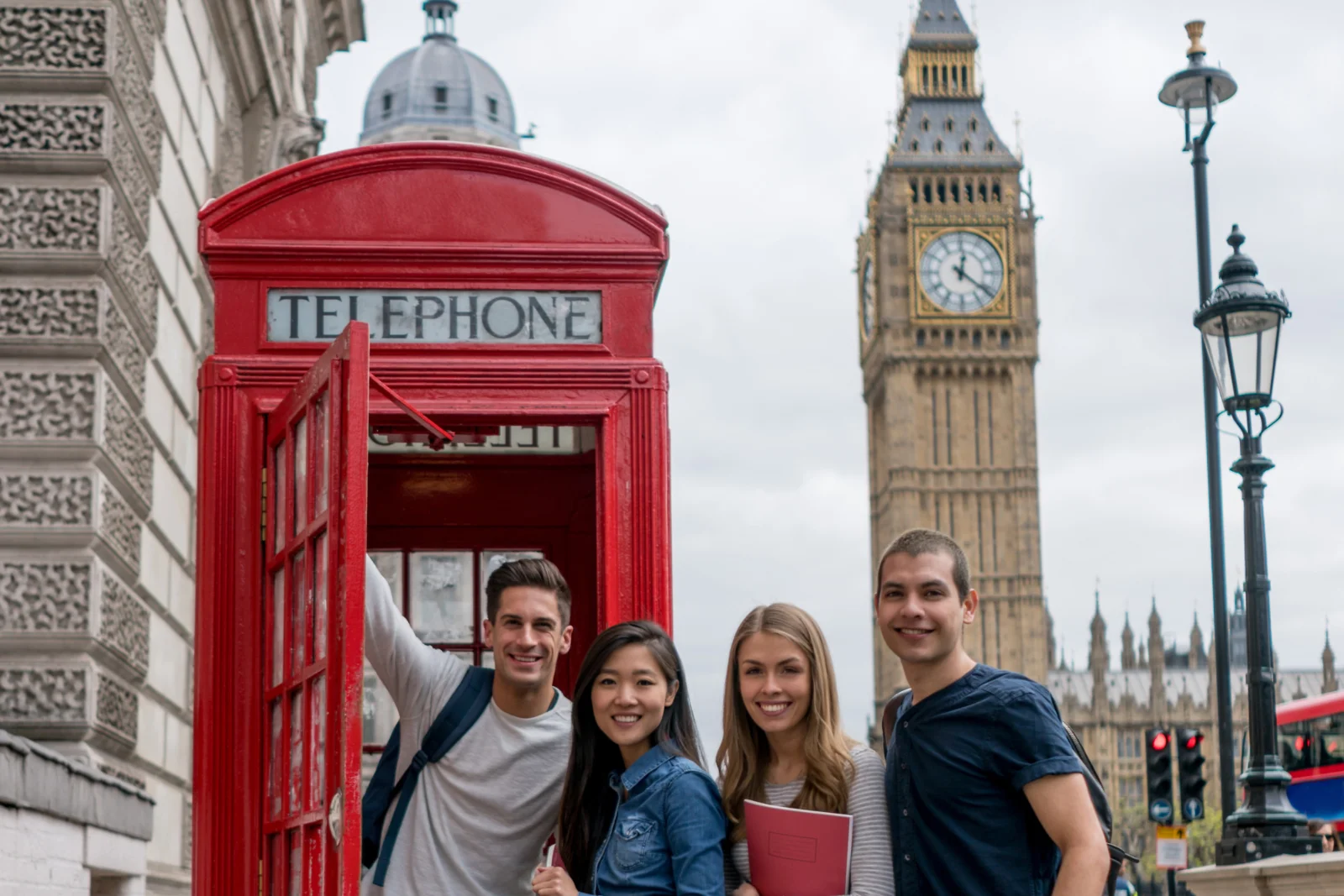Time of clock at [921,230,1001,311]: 12:21
